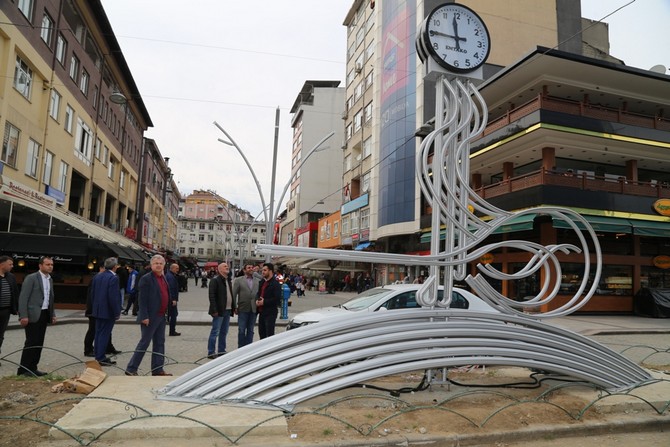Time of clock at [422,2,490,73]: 11:45
